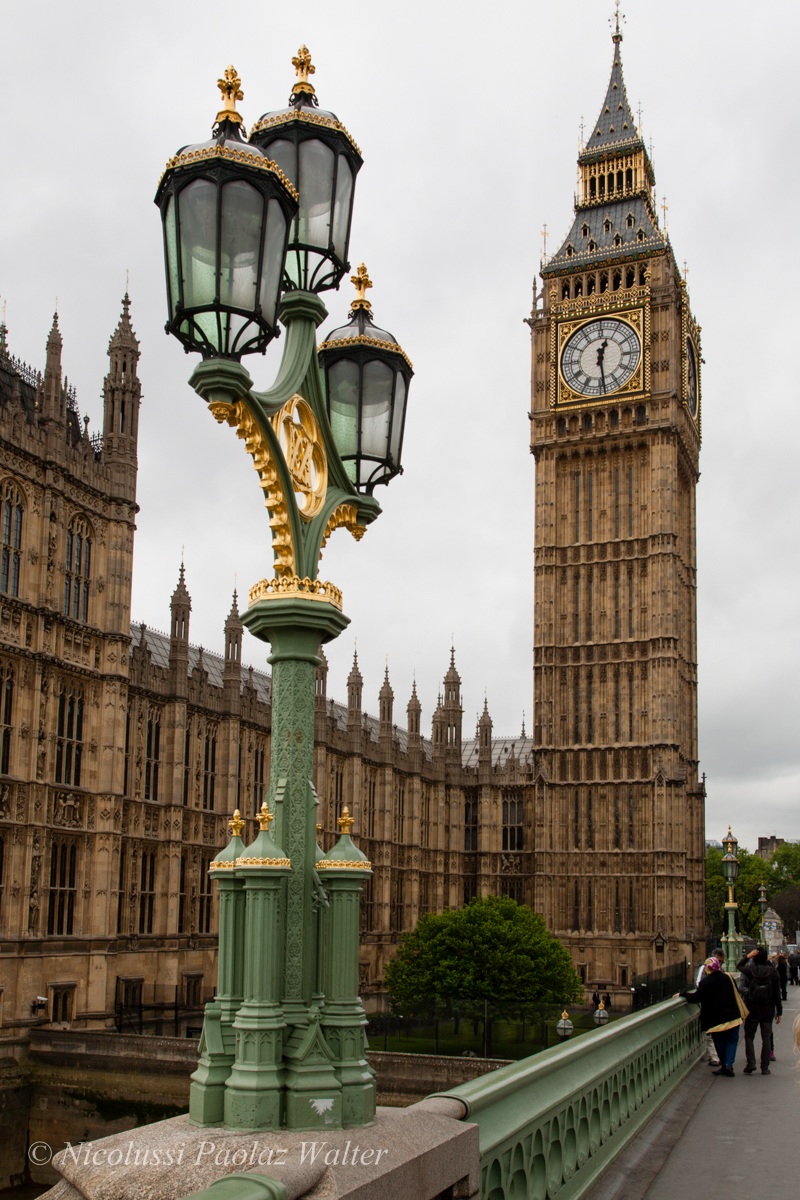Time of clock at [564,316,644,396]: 12:28
